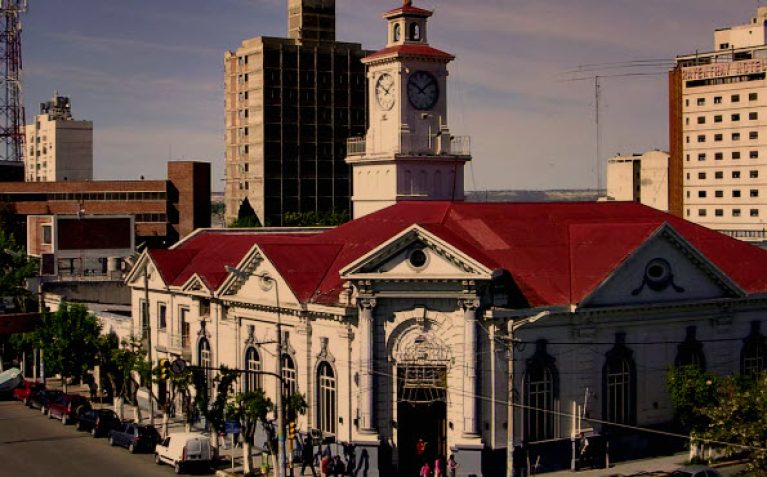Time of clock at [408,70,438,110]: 10:07
